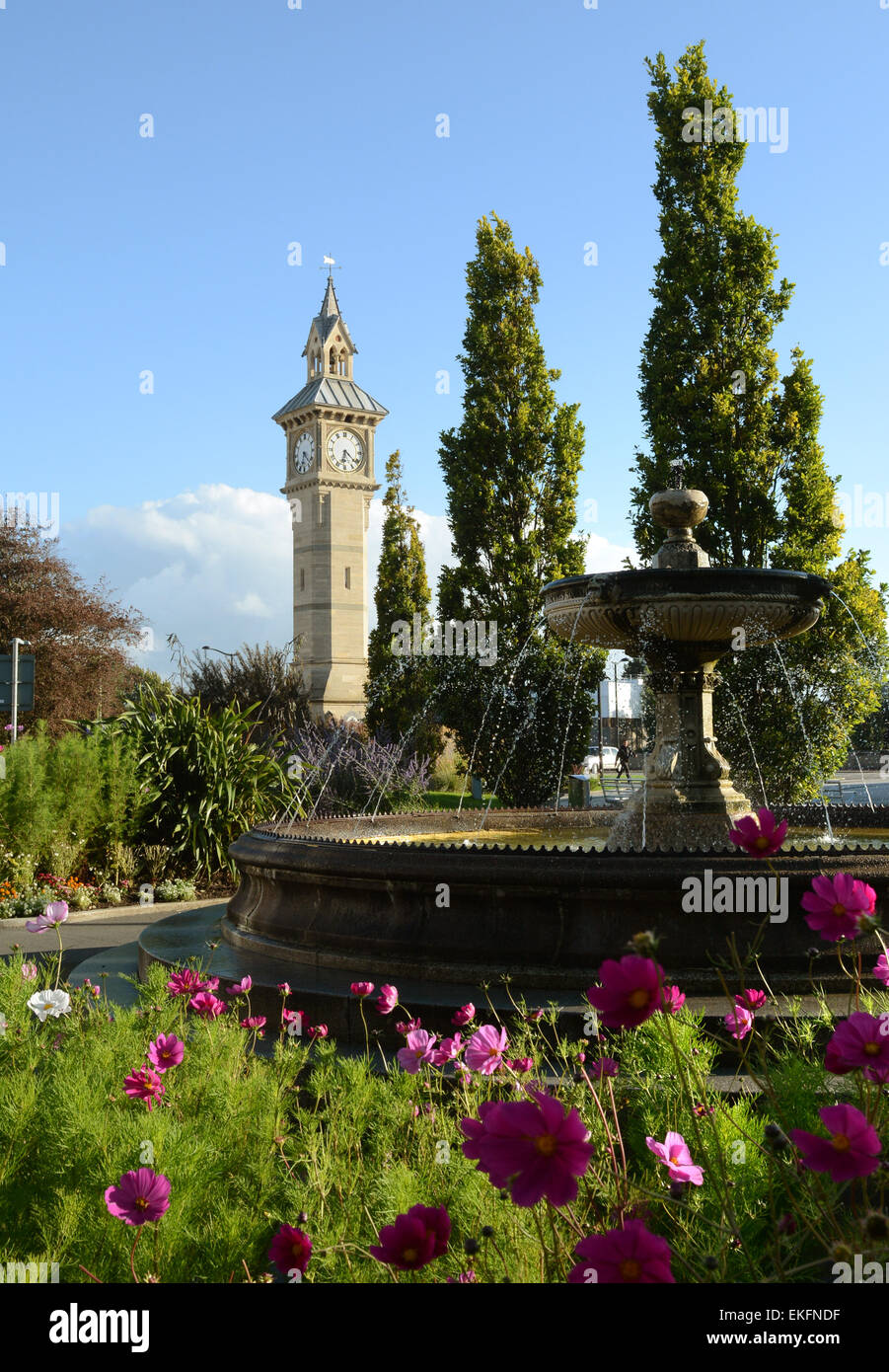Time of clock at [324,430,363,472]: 6:21
